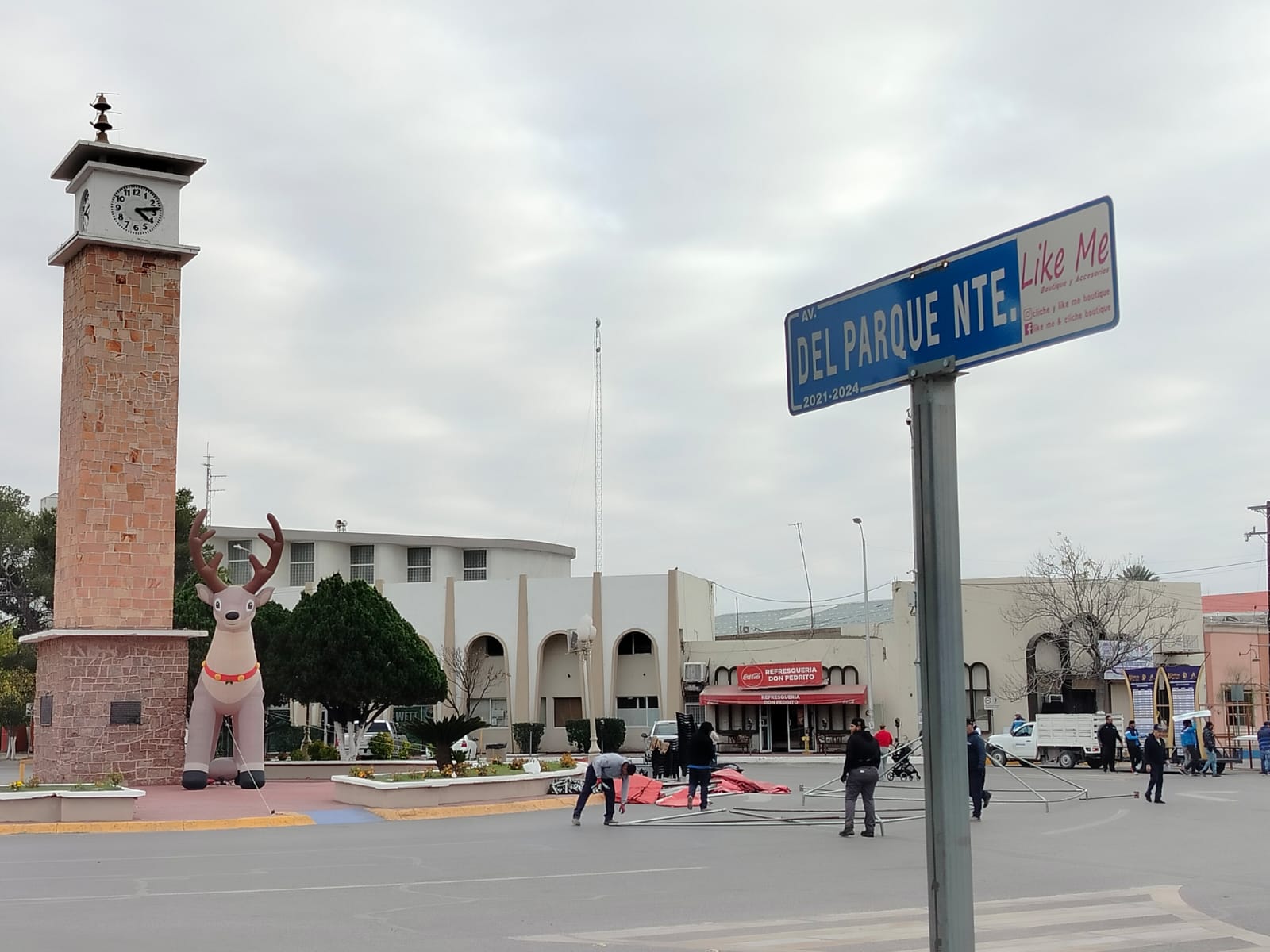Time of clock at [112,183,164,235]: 4:13
